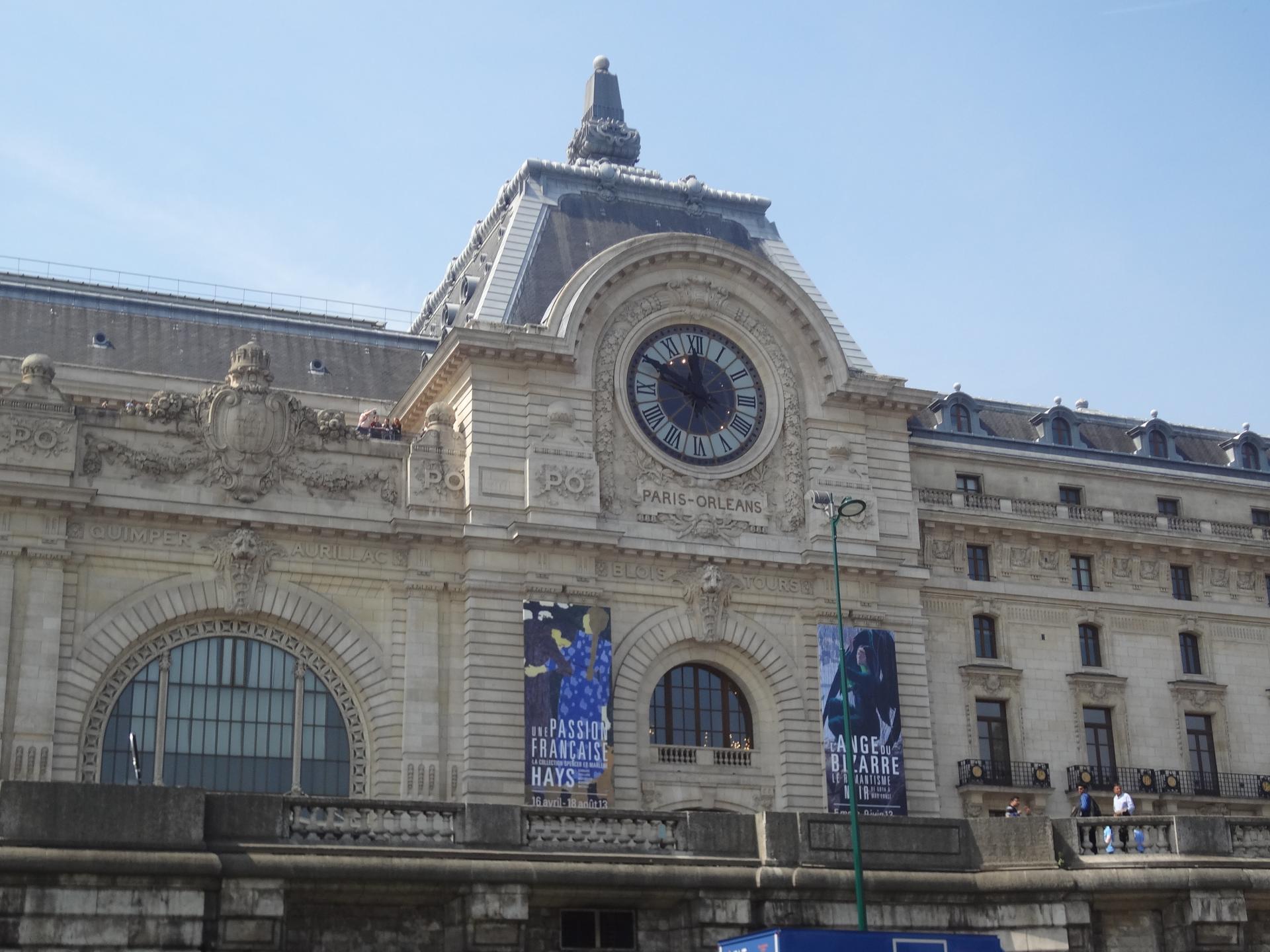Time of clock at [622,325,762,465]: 11:49
